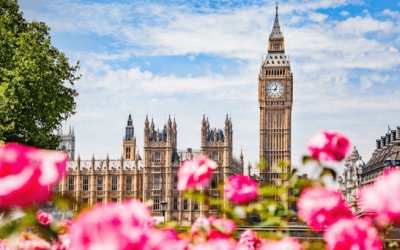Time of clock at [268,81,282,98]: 12:45
